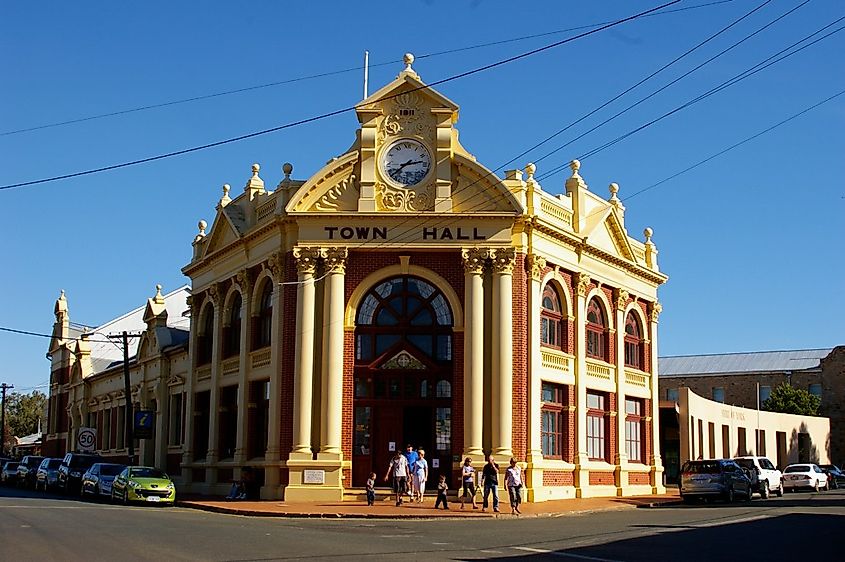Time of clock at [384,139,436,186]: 2:38
